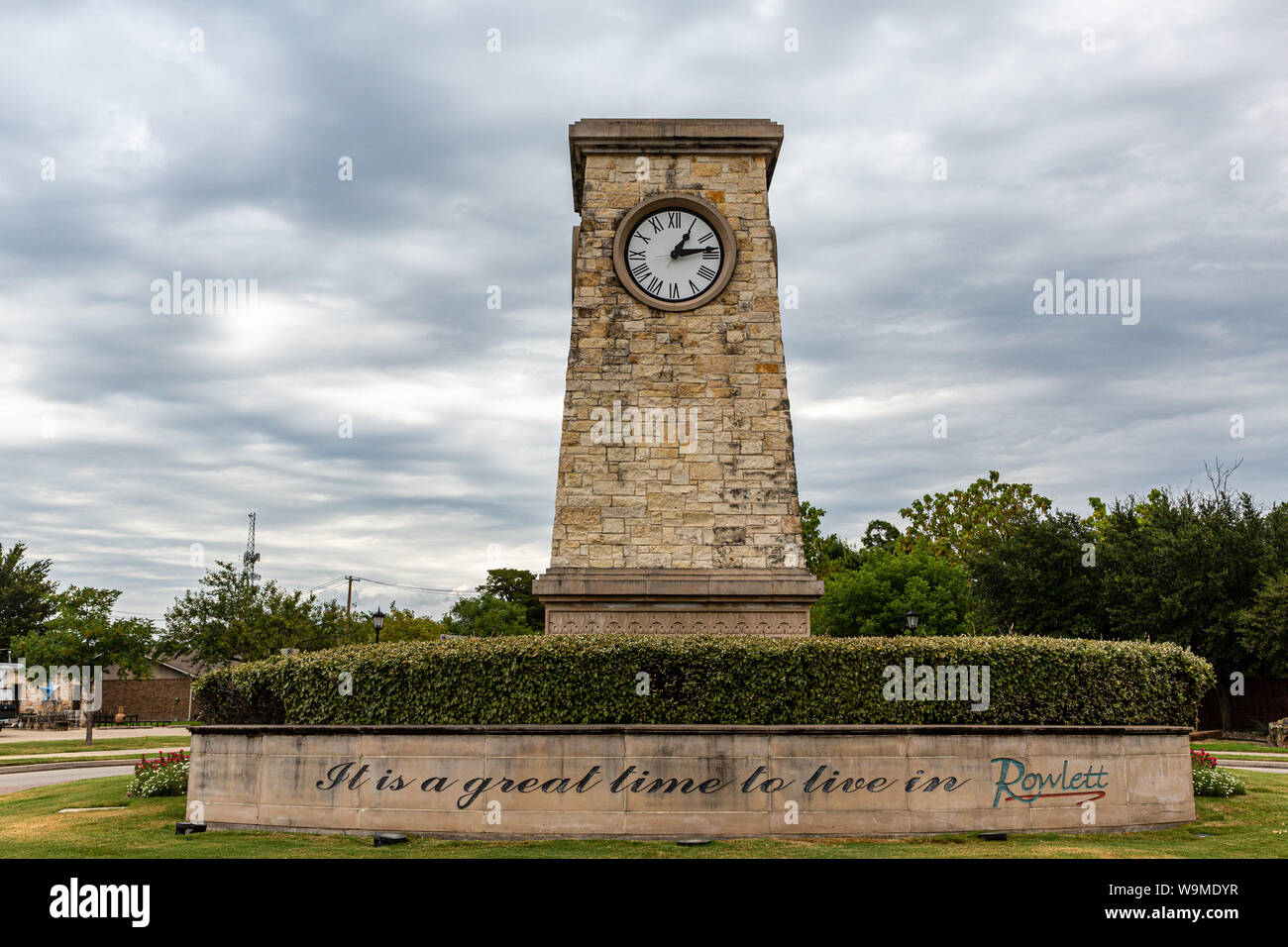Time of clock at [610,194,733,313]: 1:13
